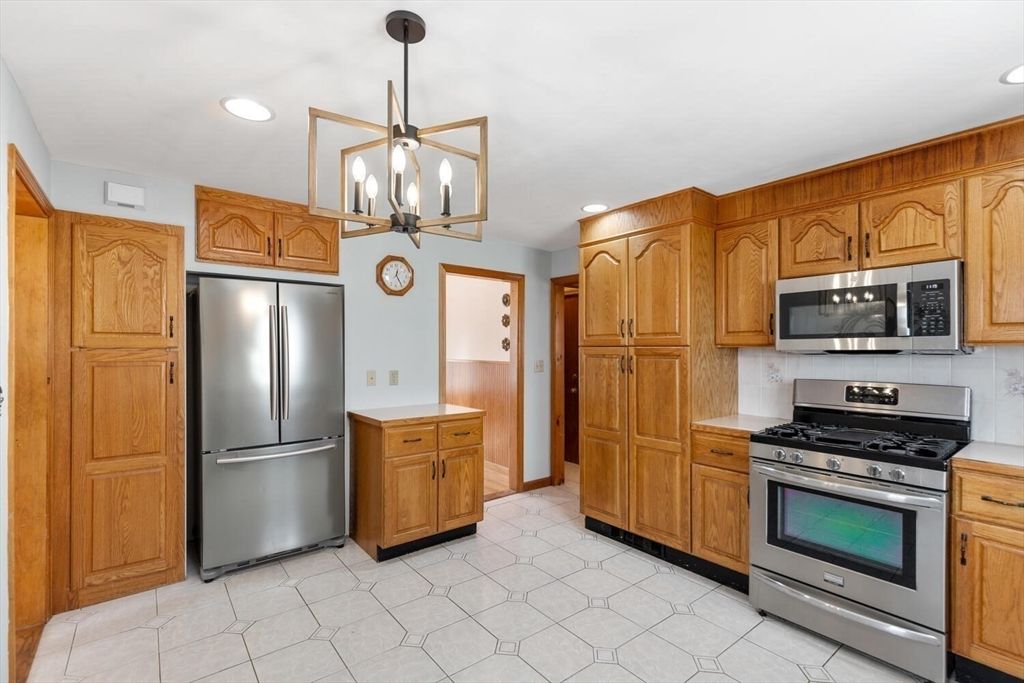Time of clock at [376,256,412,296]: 12:24
